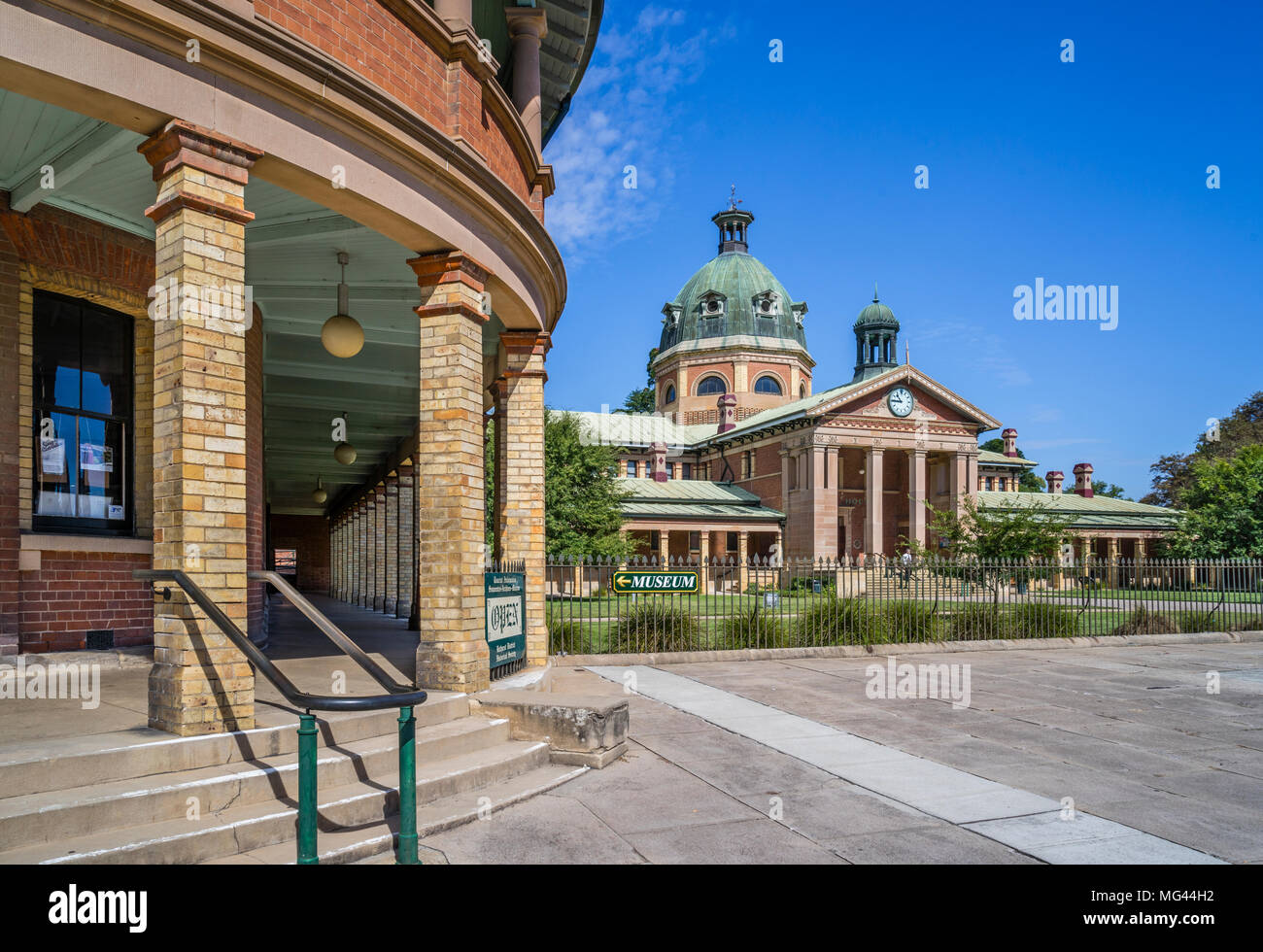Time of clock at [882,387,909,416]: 10:45
